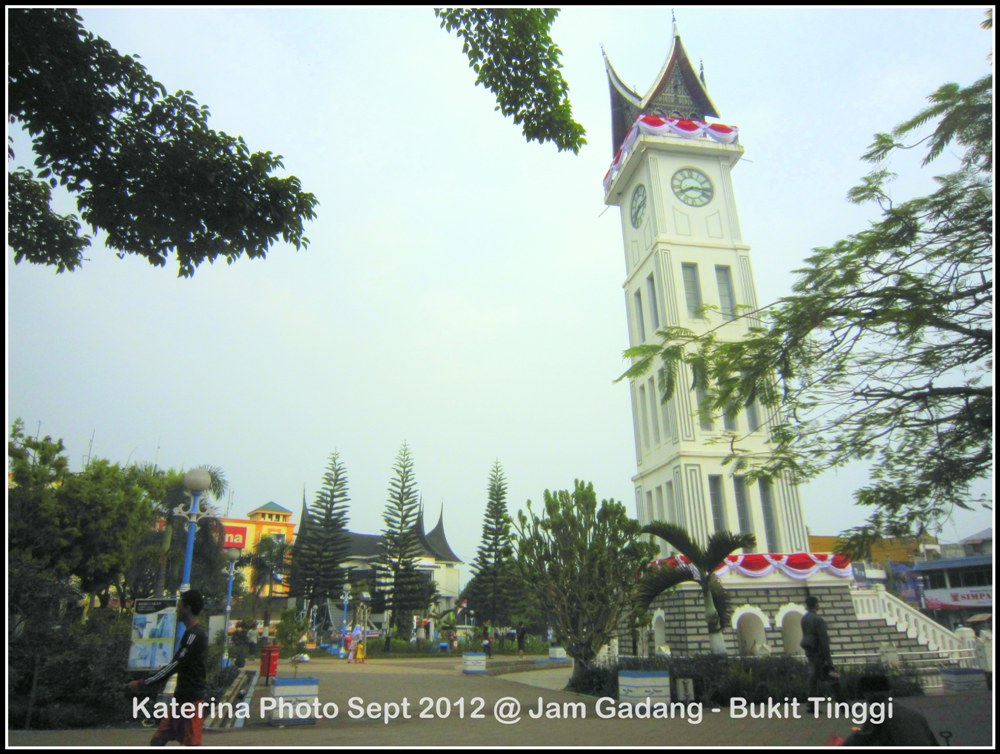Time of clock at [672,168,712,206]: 8:16
